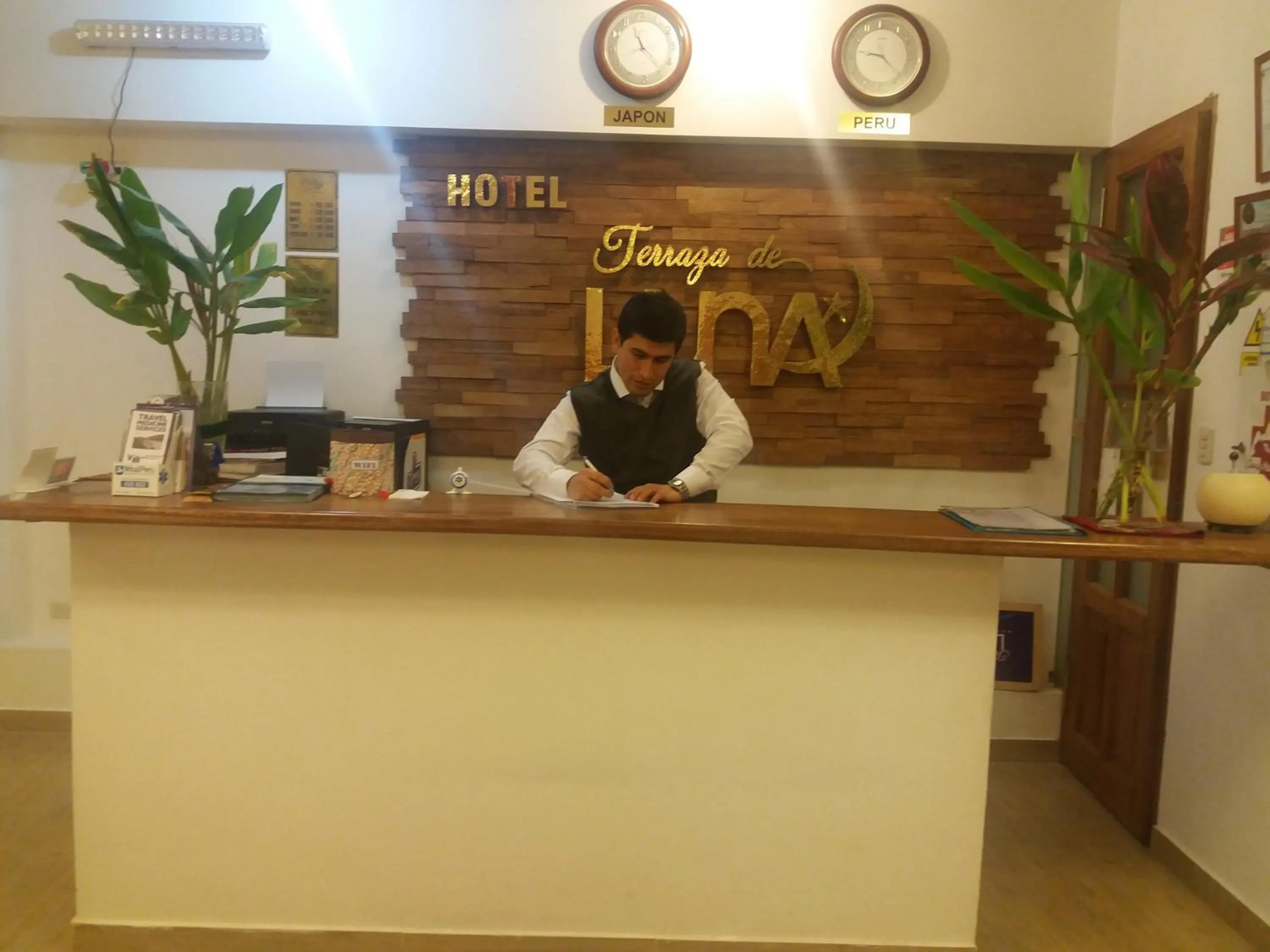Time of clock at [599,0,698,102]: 11:23
